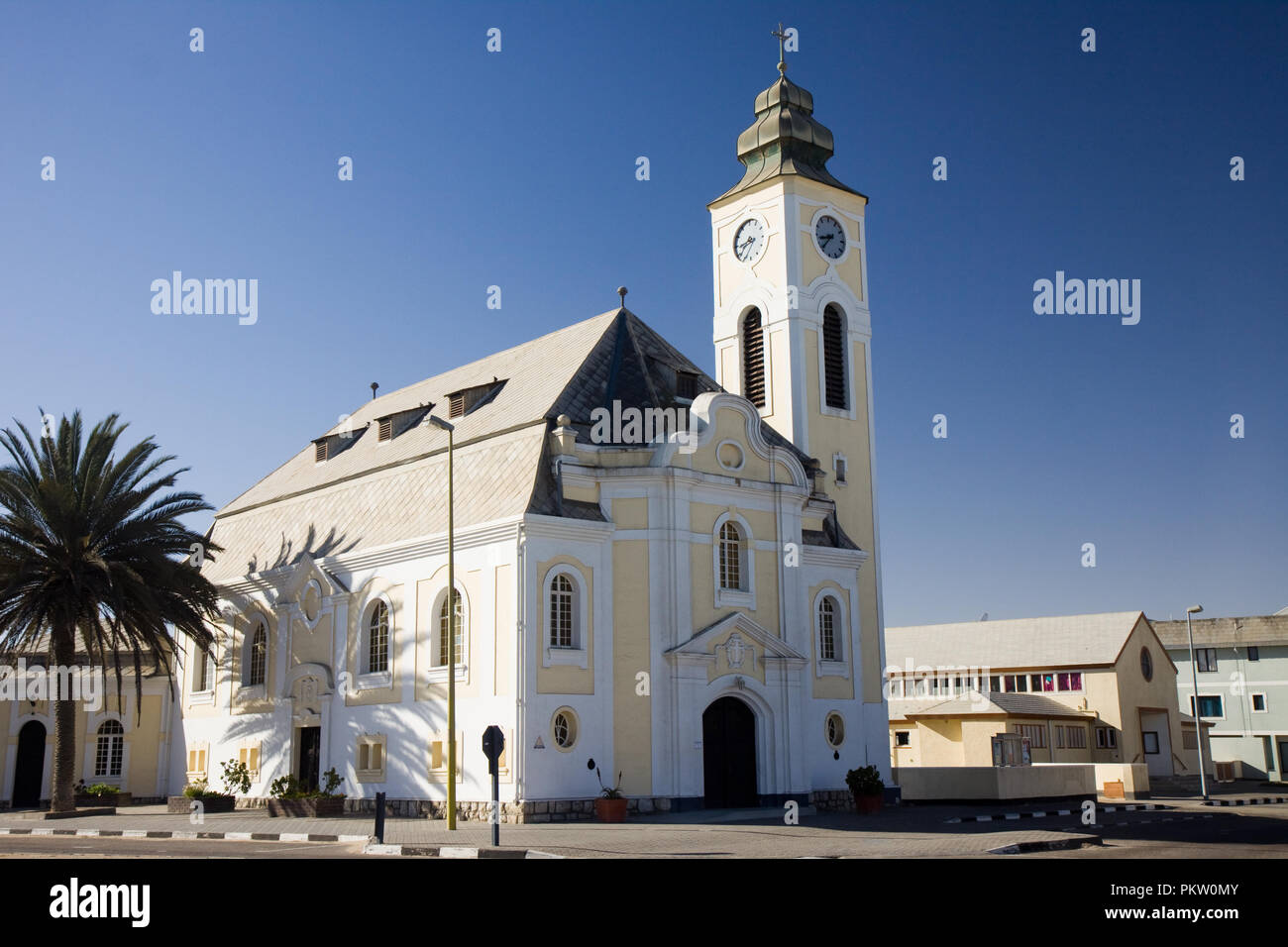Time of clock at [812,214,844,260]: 8:37
